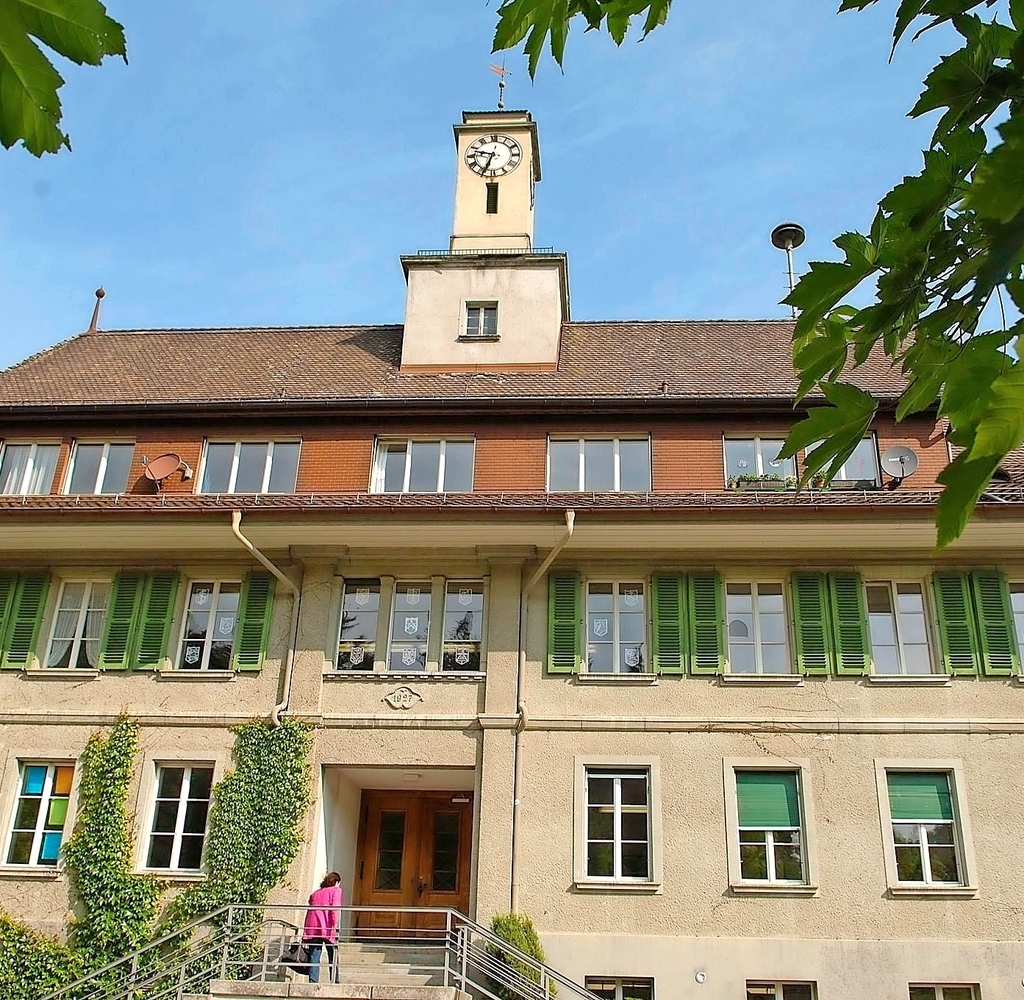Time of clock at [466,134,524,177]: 9:33
